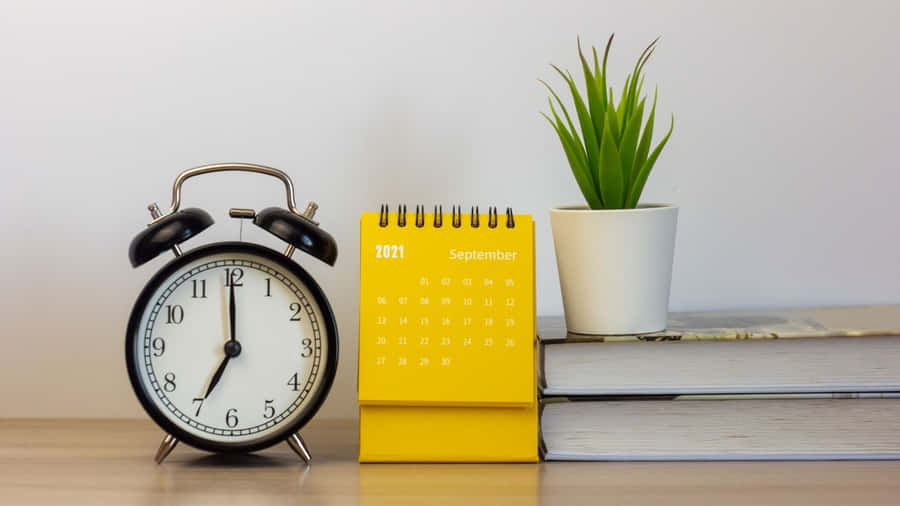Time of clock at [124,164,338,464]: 7:00
